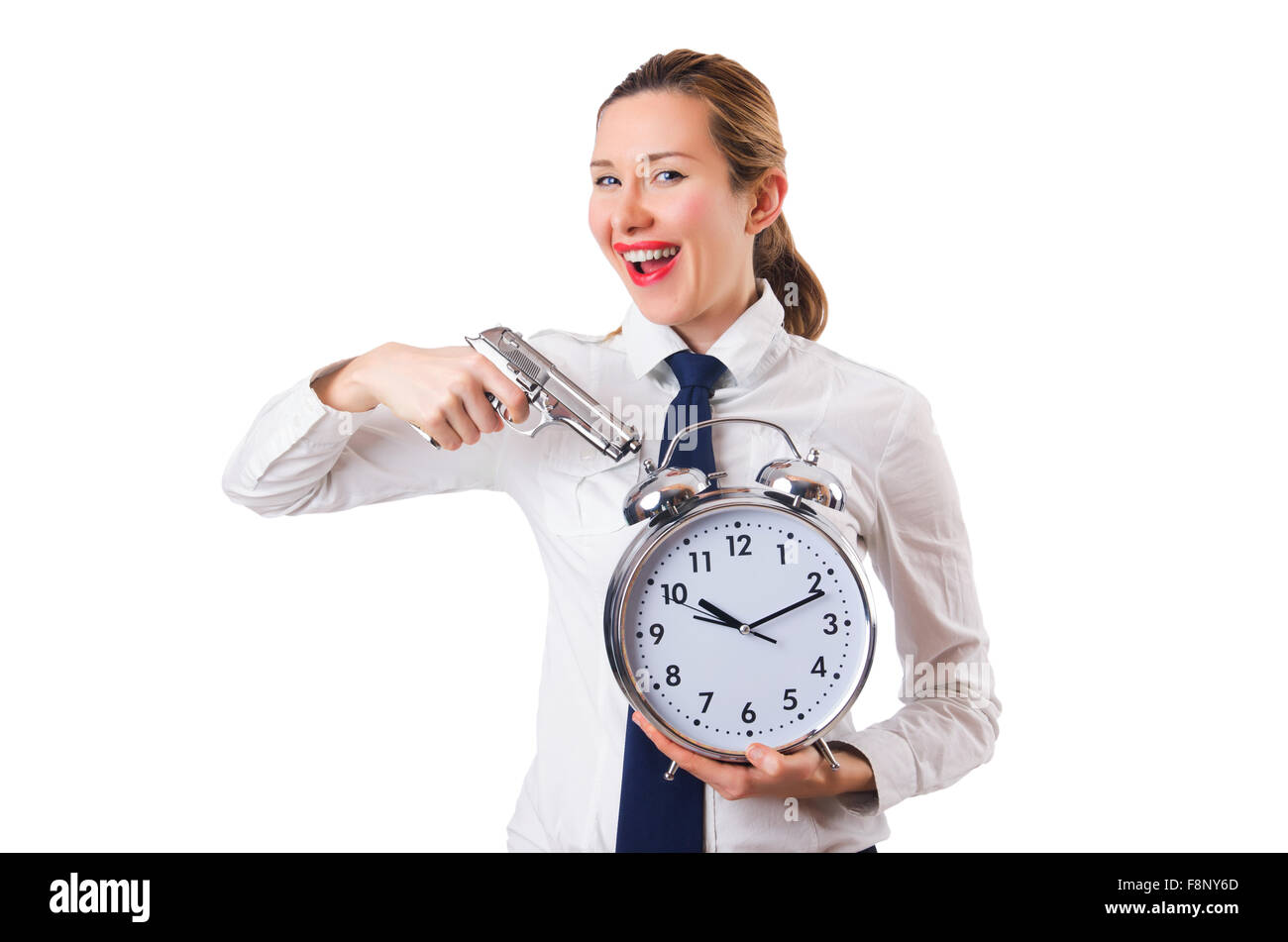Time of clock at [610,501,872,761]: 10:11
